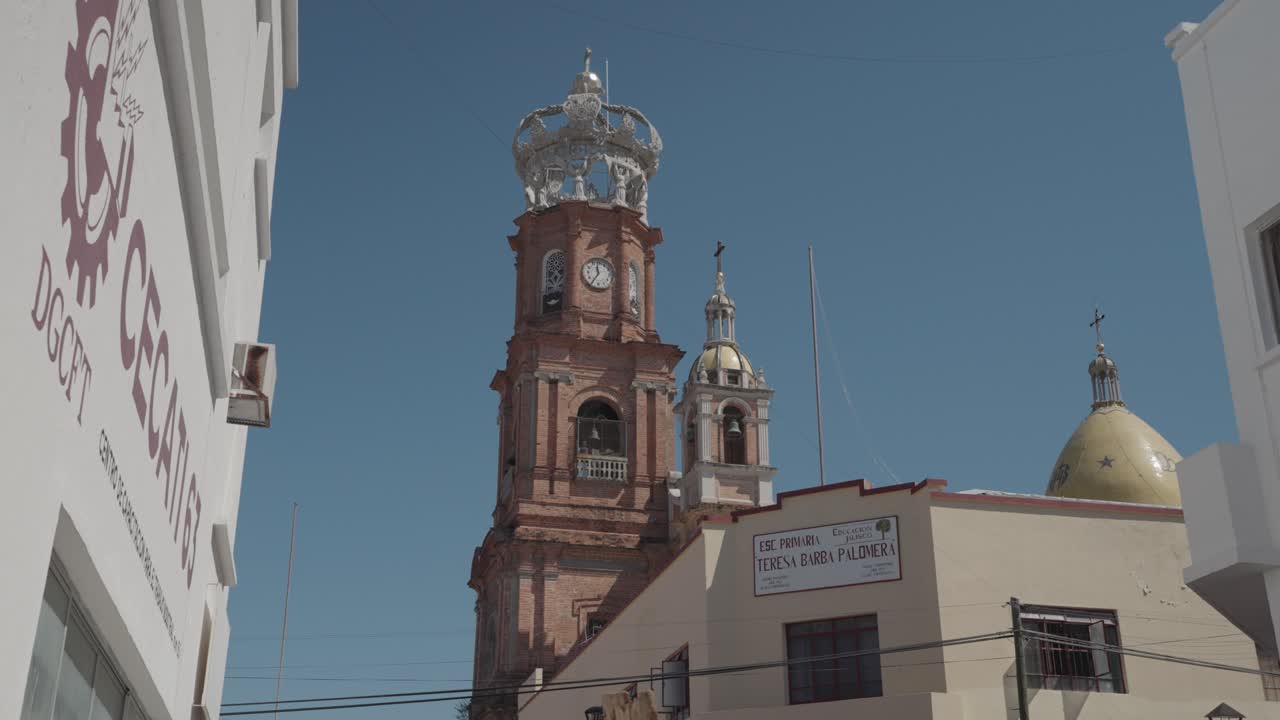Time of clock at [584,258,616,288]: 11:35
